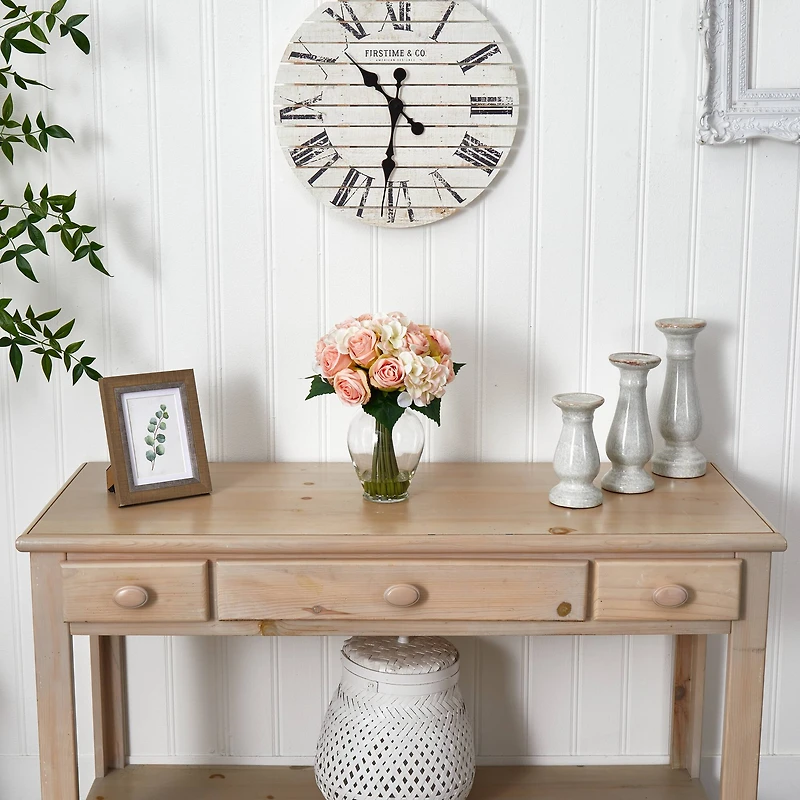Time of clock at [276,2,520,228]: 10:31
